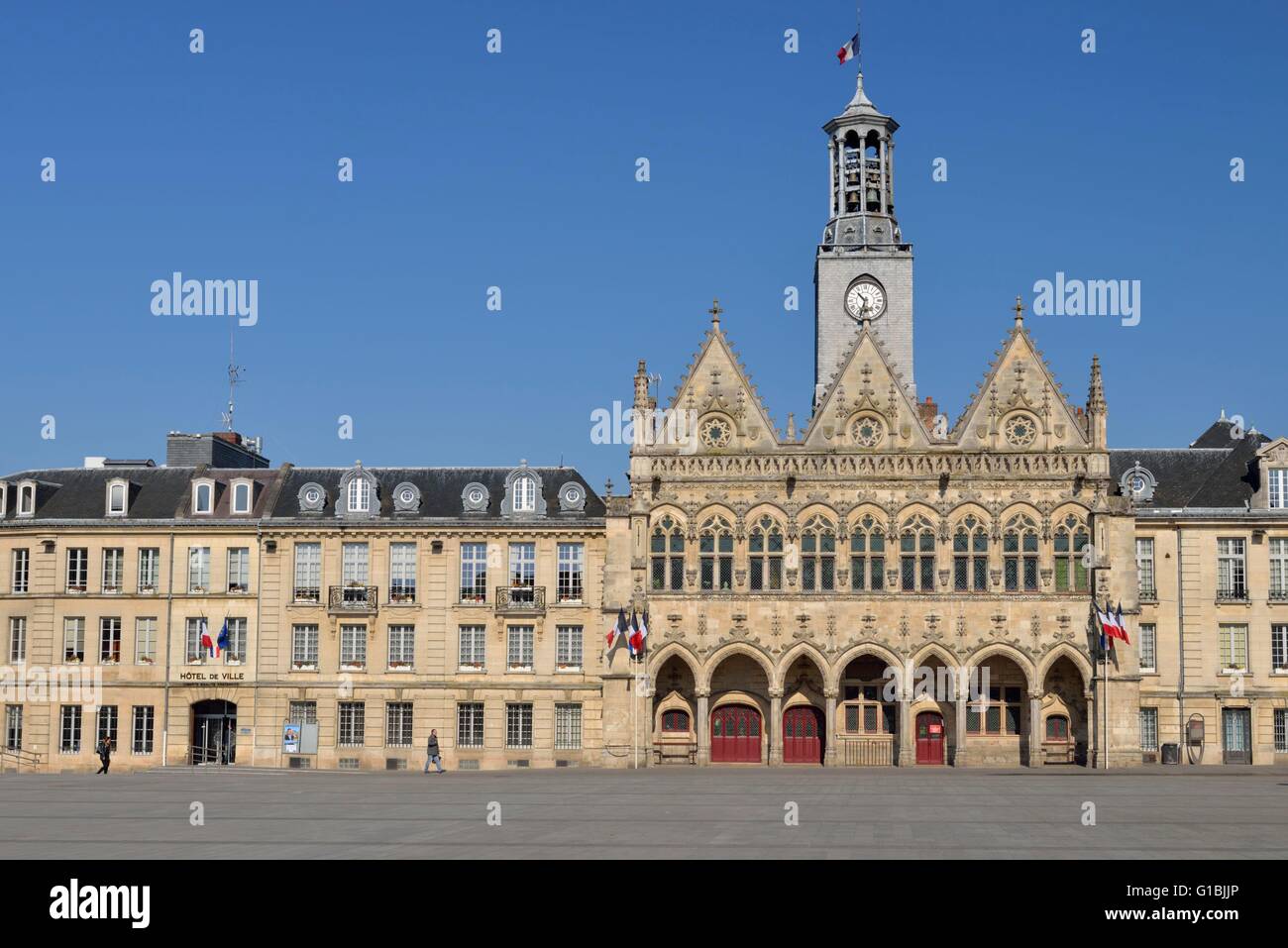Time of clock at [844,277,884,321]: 10:32
